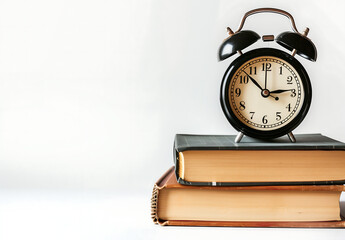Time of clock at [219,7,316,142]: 2:52
